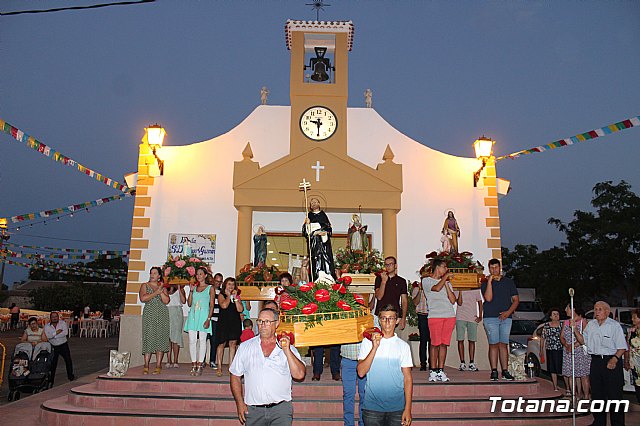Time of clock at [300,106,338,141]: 9:29
